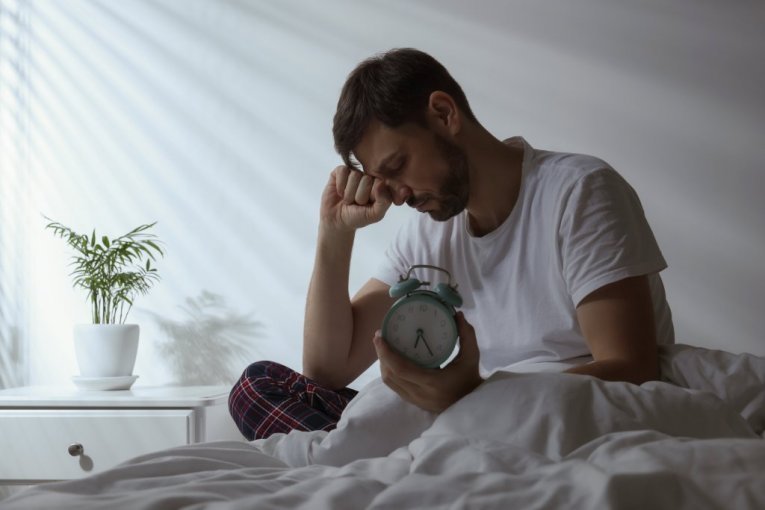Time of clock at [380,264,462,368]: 6:24
